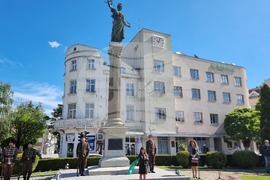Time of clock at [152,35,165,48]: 10:02
